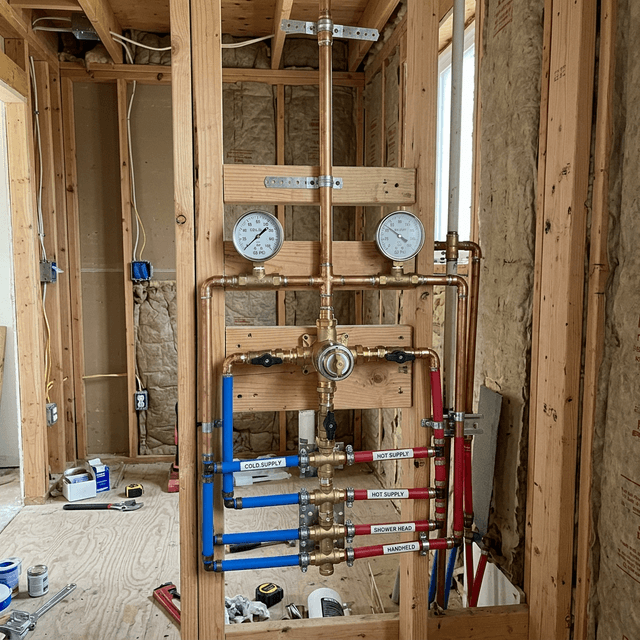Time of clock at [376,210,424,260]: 3:51
